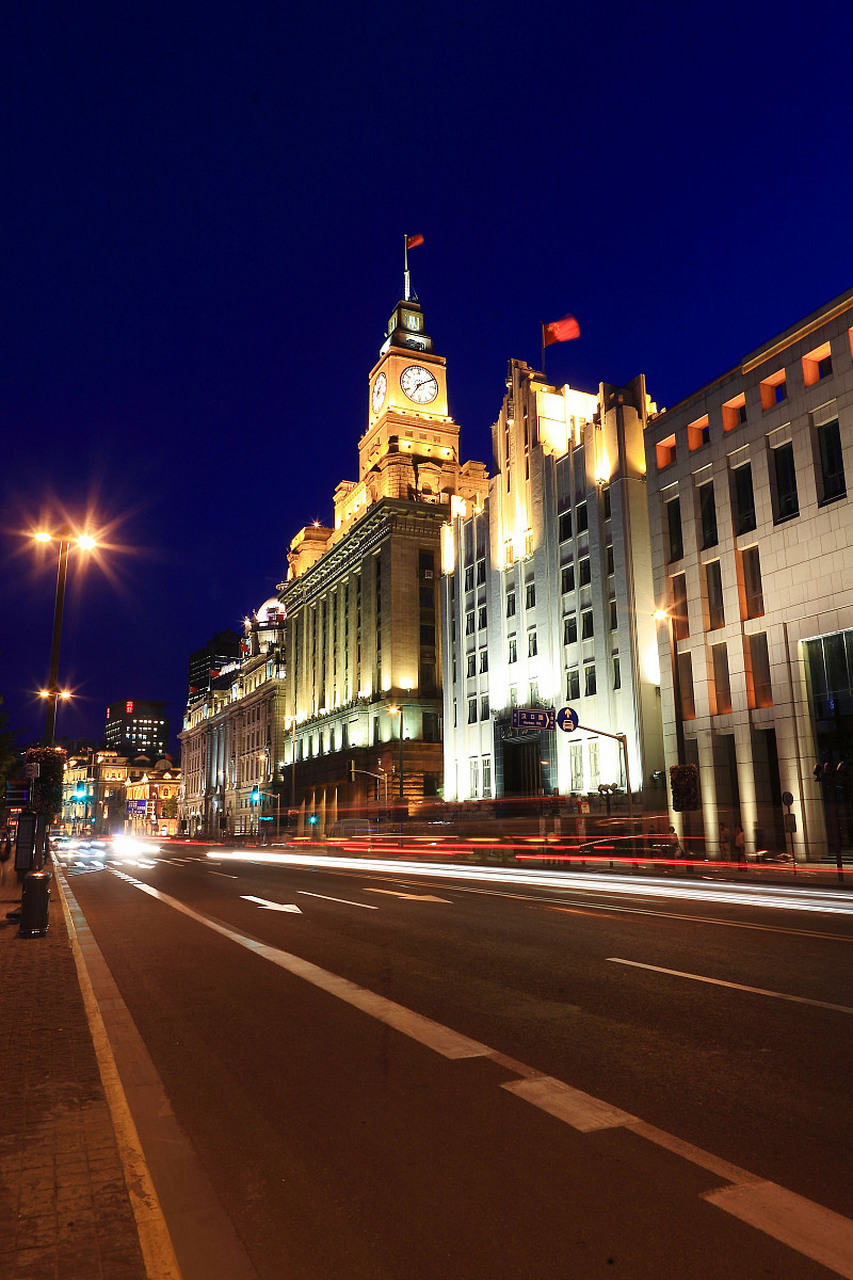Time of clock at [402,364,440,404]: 7:09
